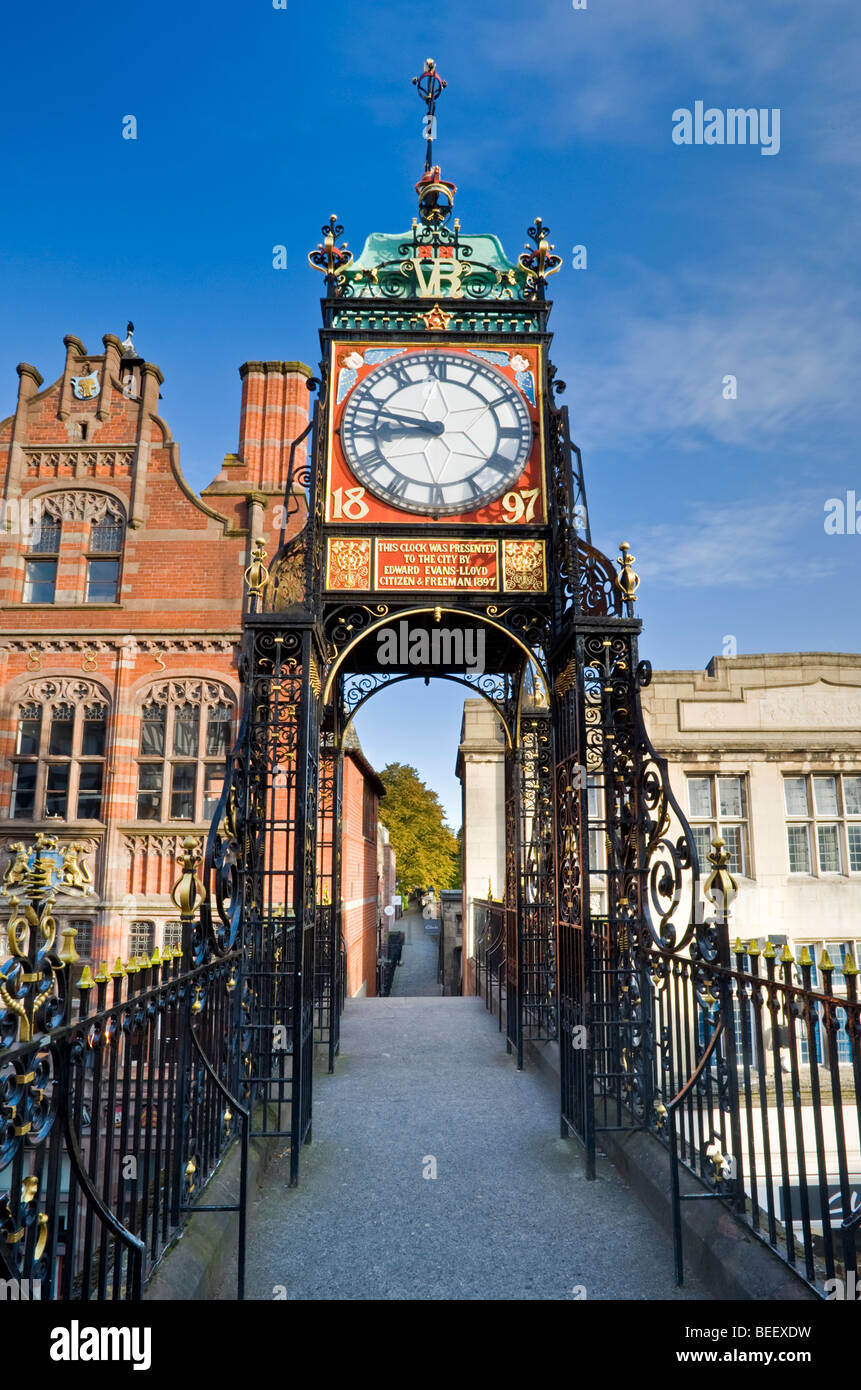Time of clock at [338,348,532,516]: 8:47
